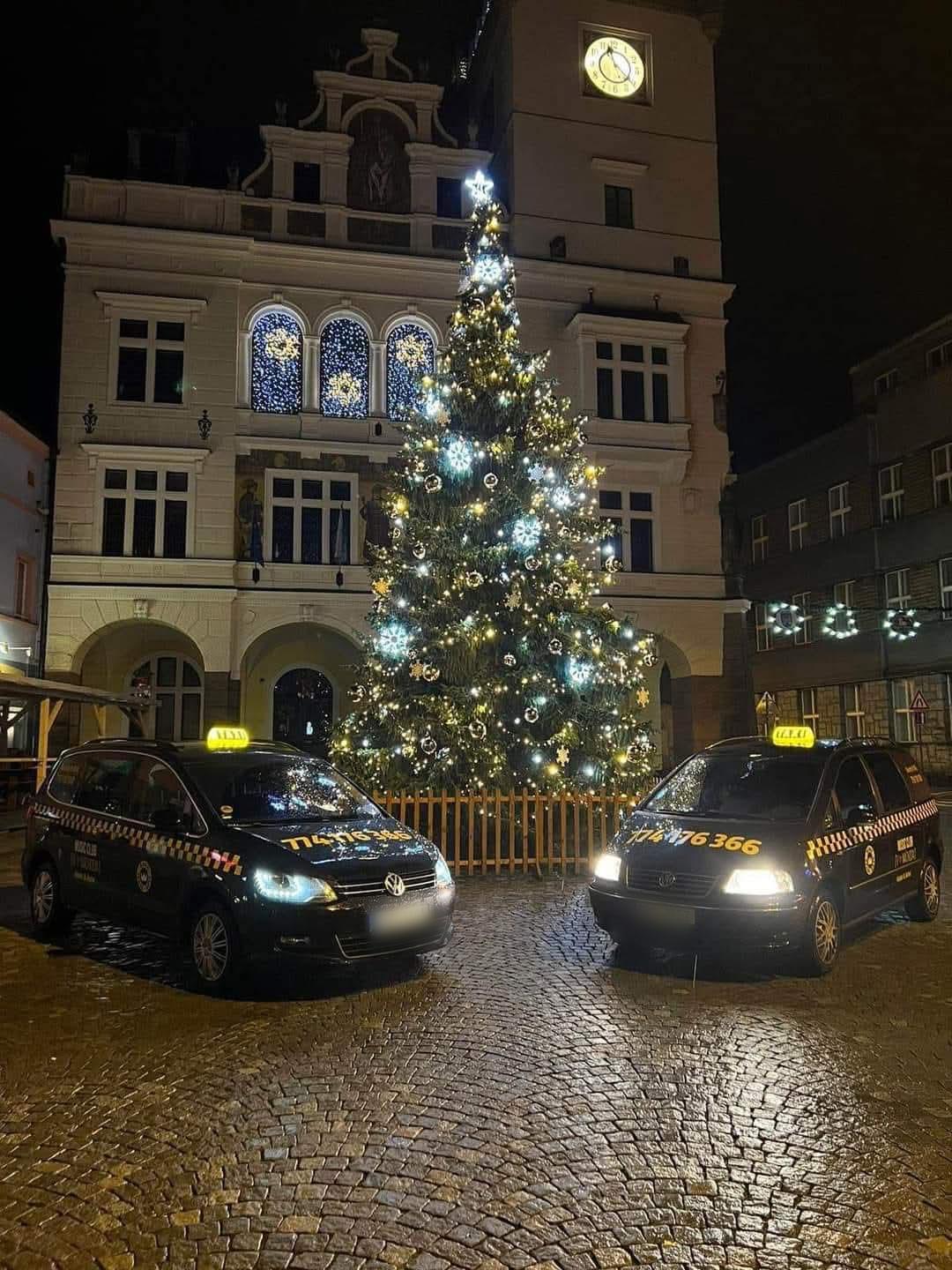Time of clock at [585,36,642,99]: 11:21
